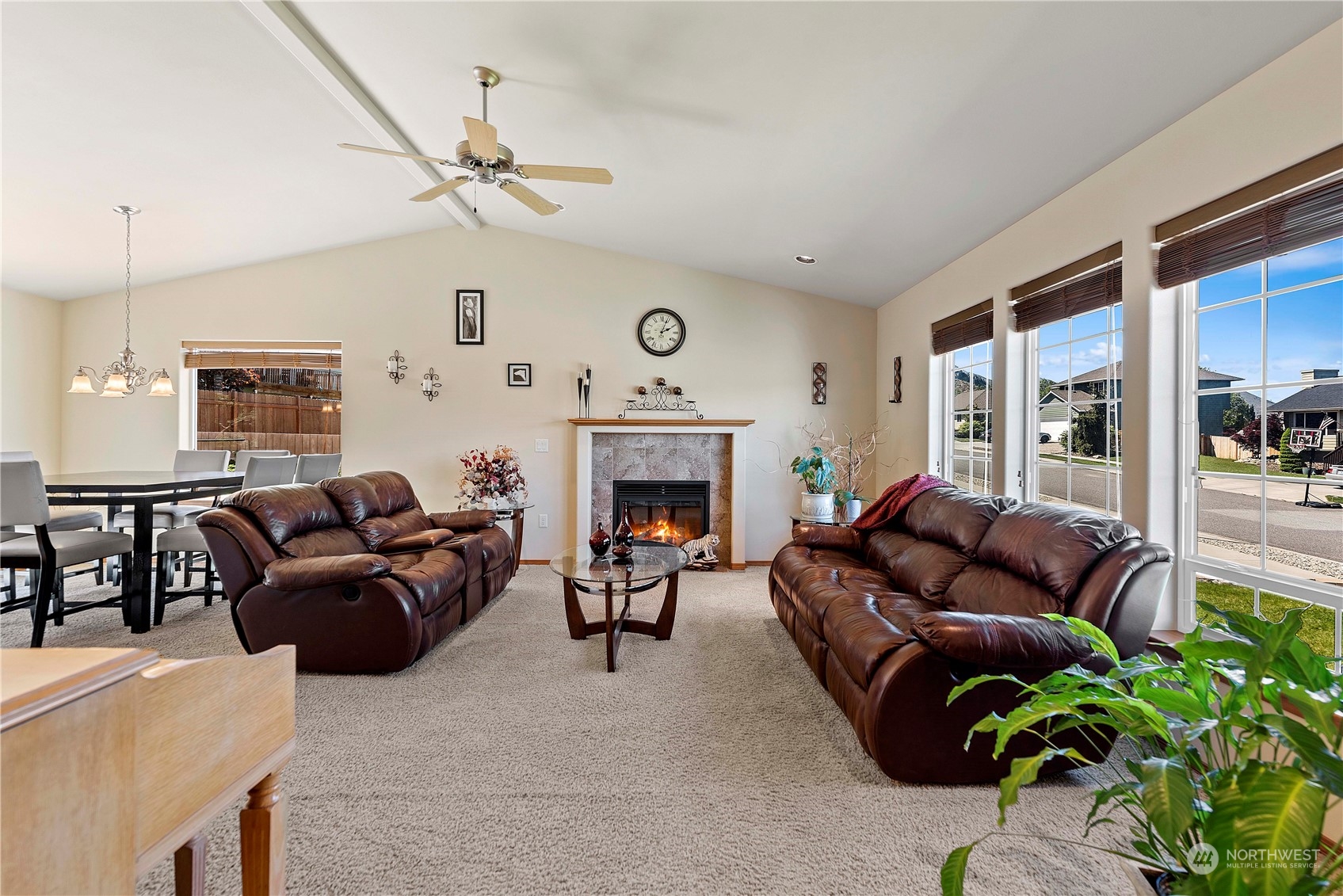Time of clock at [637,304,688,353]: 2:03
